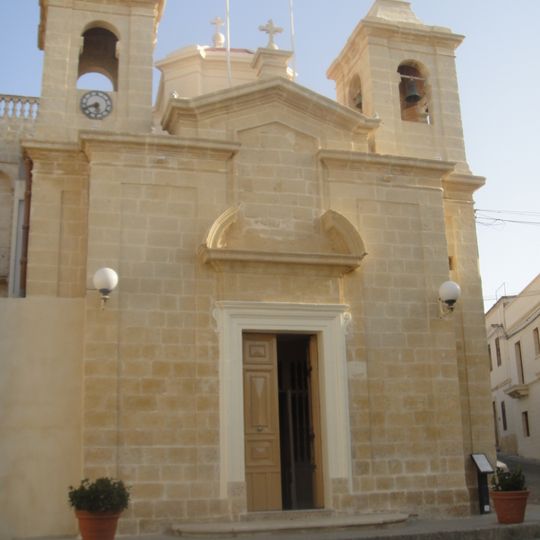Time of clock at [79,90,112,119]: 5:41
